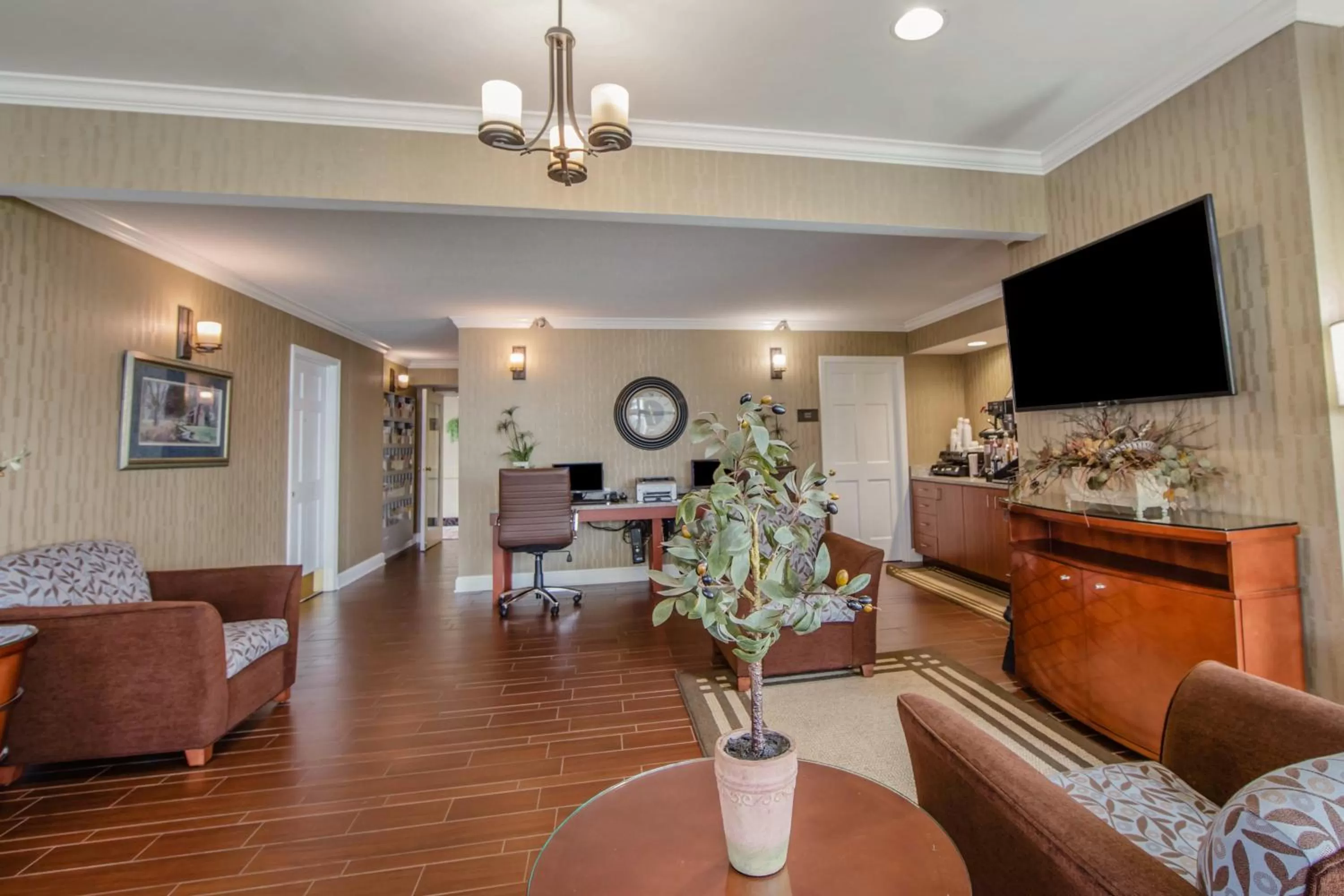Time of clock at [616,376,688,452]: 9:14
